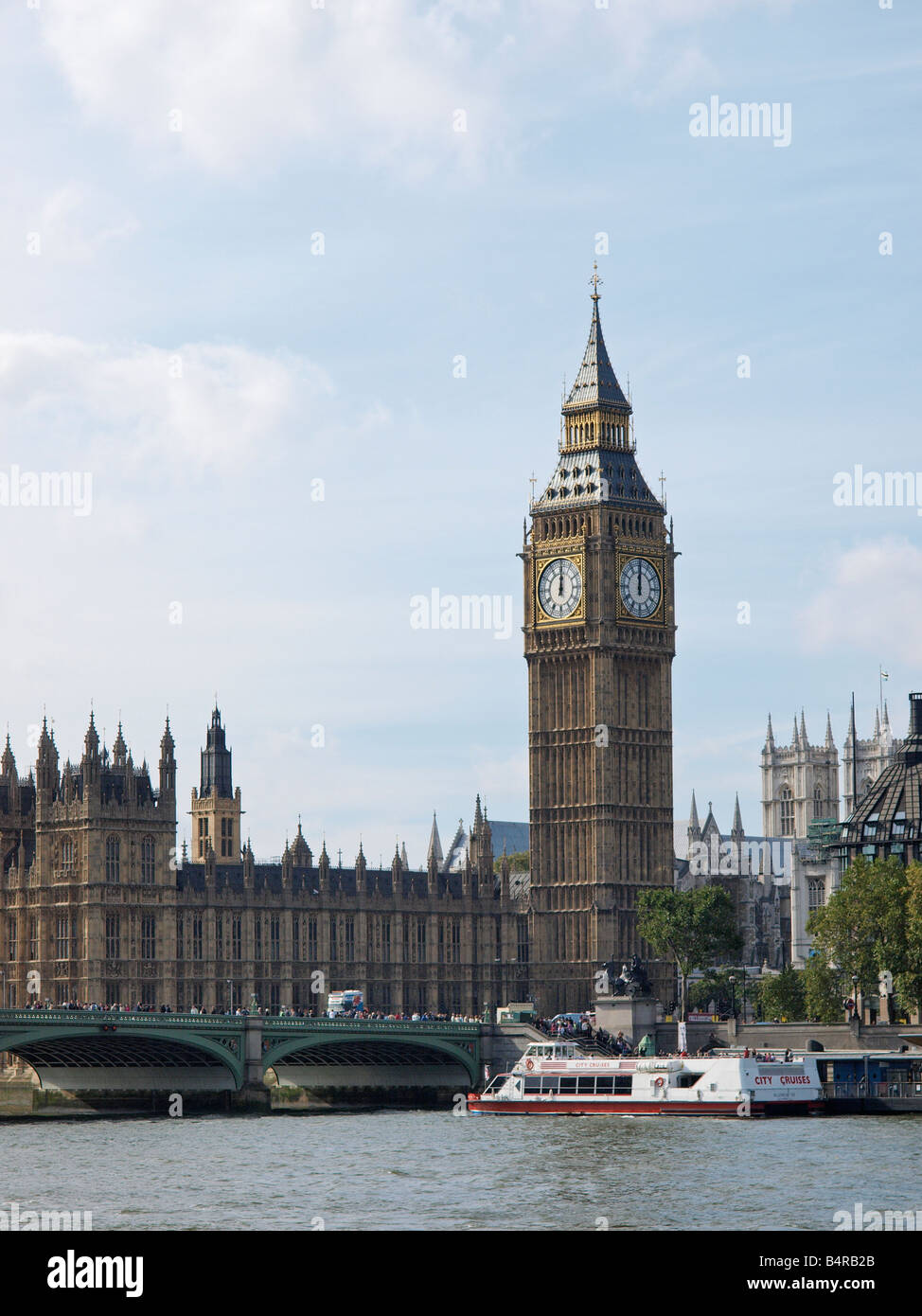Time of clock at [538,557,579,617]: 12:00
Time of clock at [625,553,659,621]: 12:00
